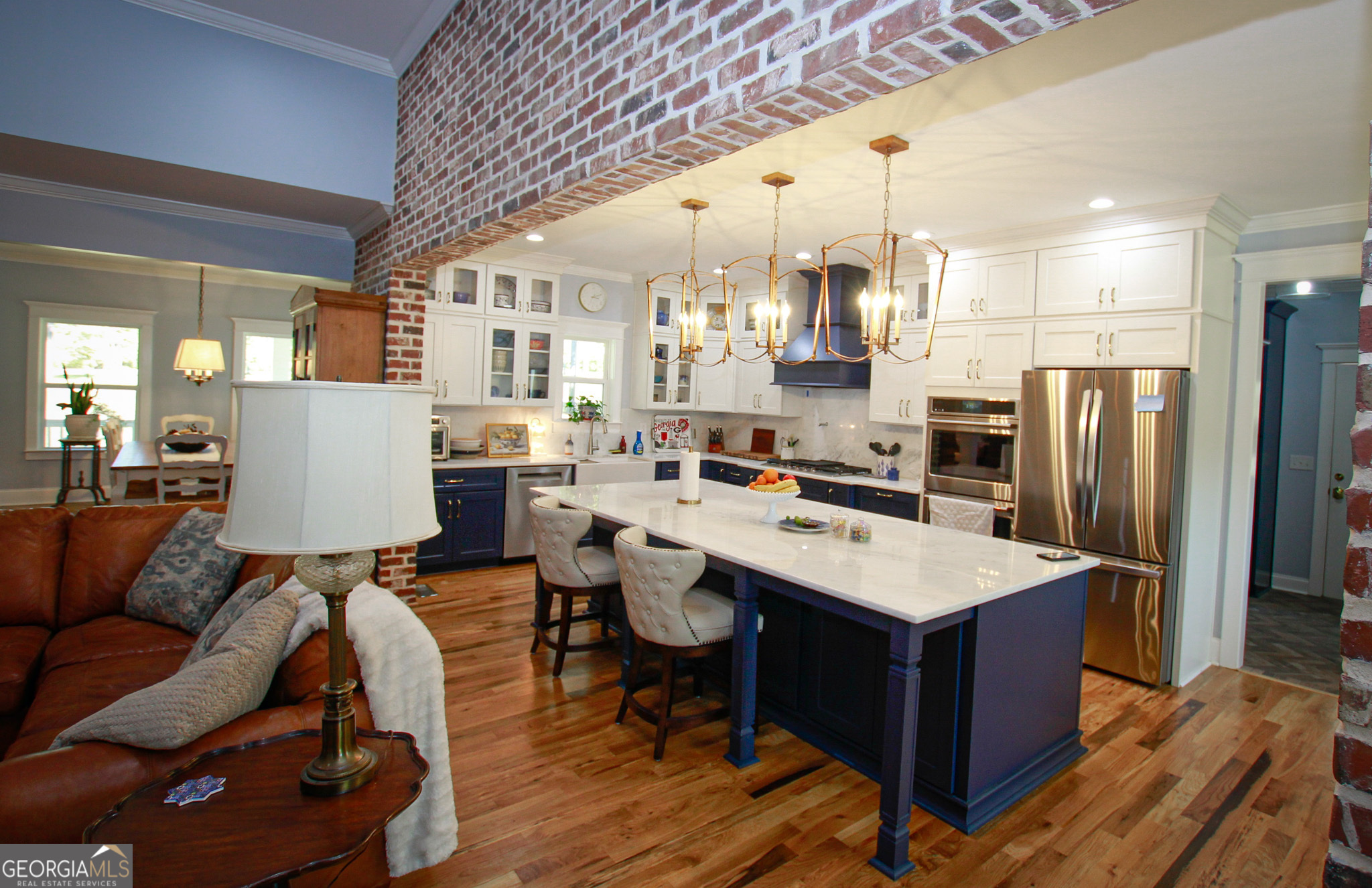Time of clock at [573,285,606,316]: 3:11
